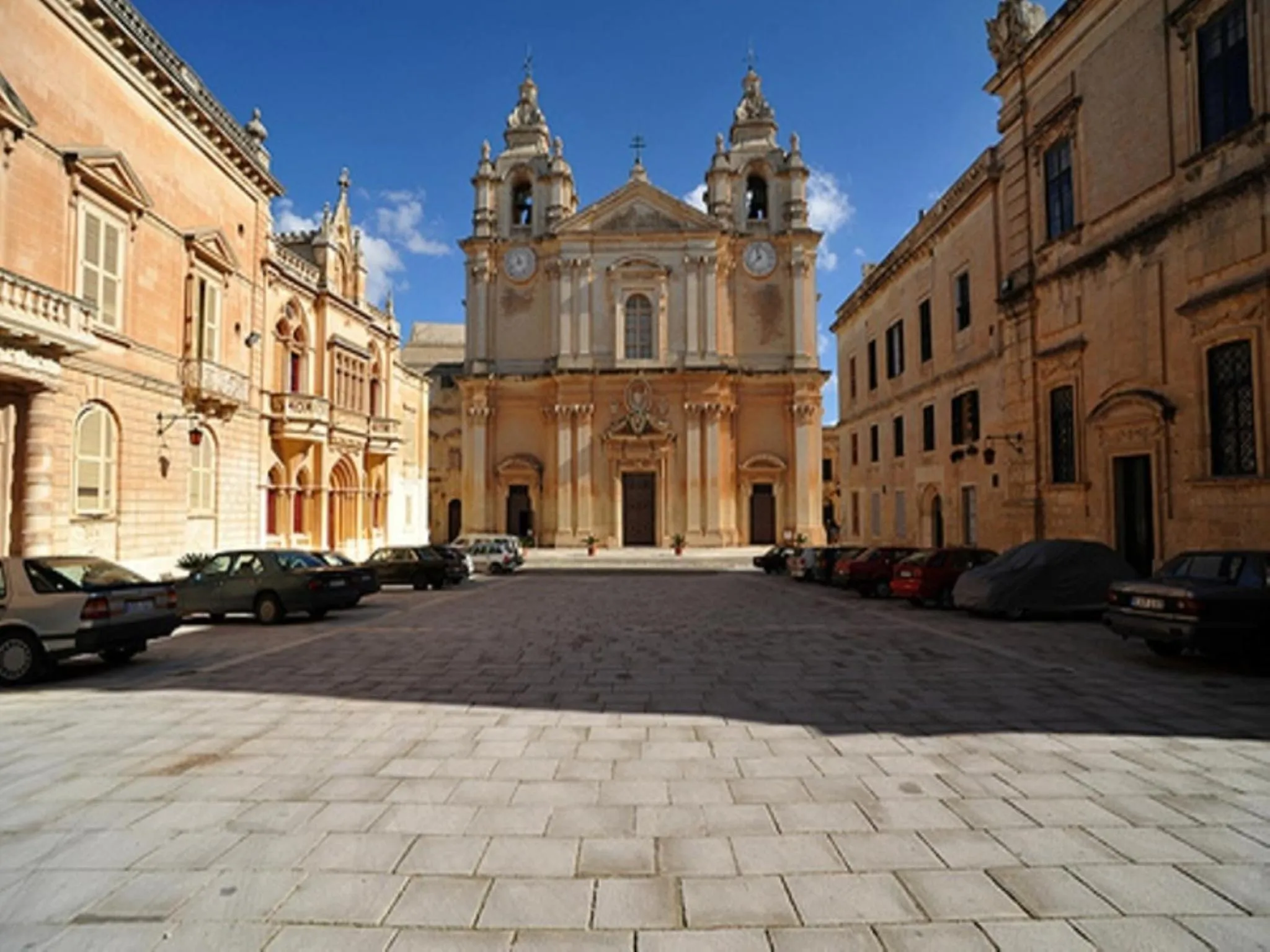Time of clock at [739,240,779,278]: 11:37
